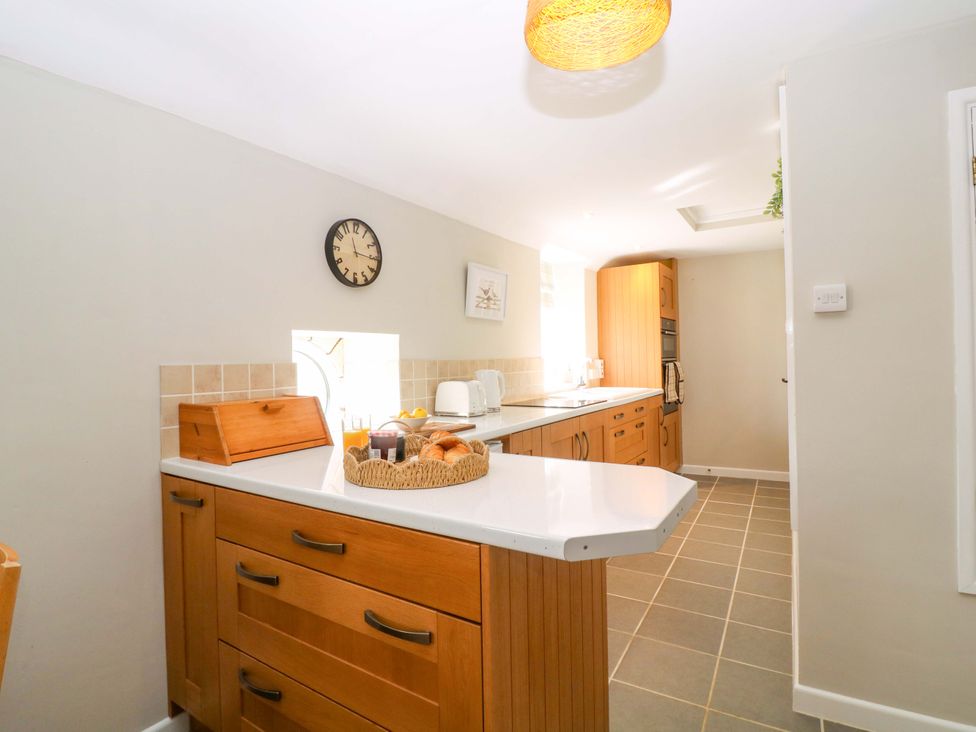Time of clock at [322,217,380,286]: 11:15
